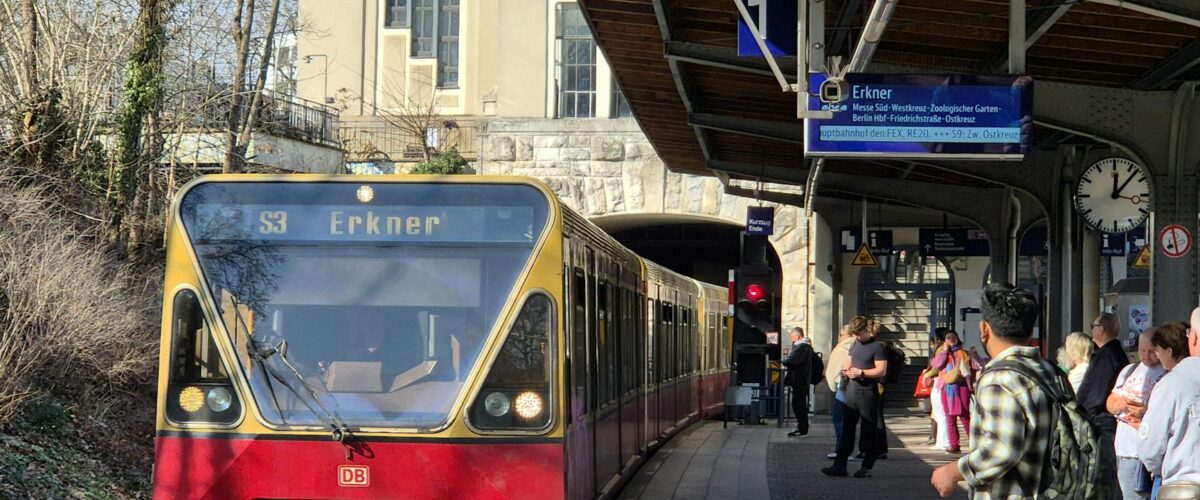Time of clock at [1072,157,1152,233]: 12:07
